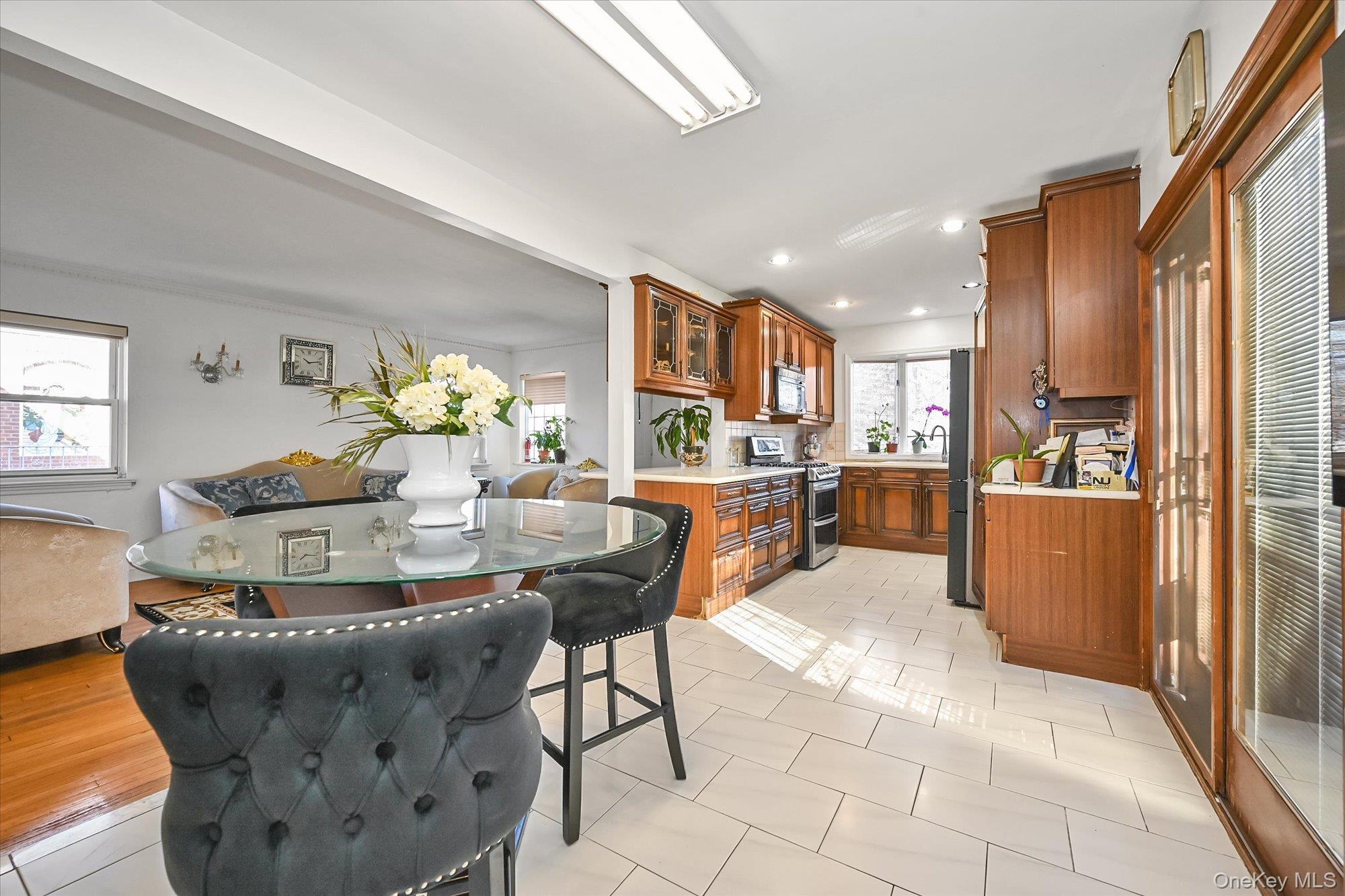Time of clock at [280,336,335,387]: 10:13
